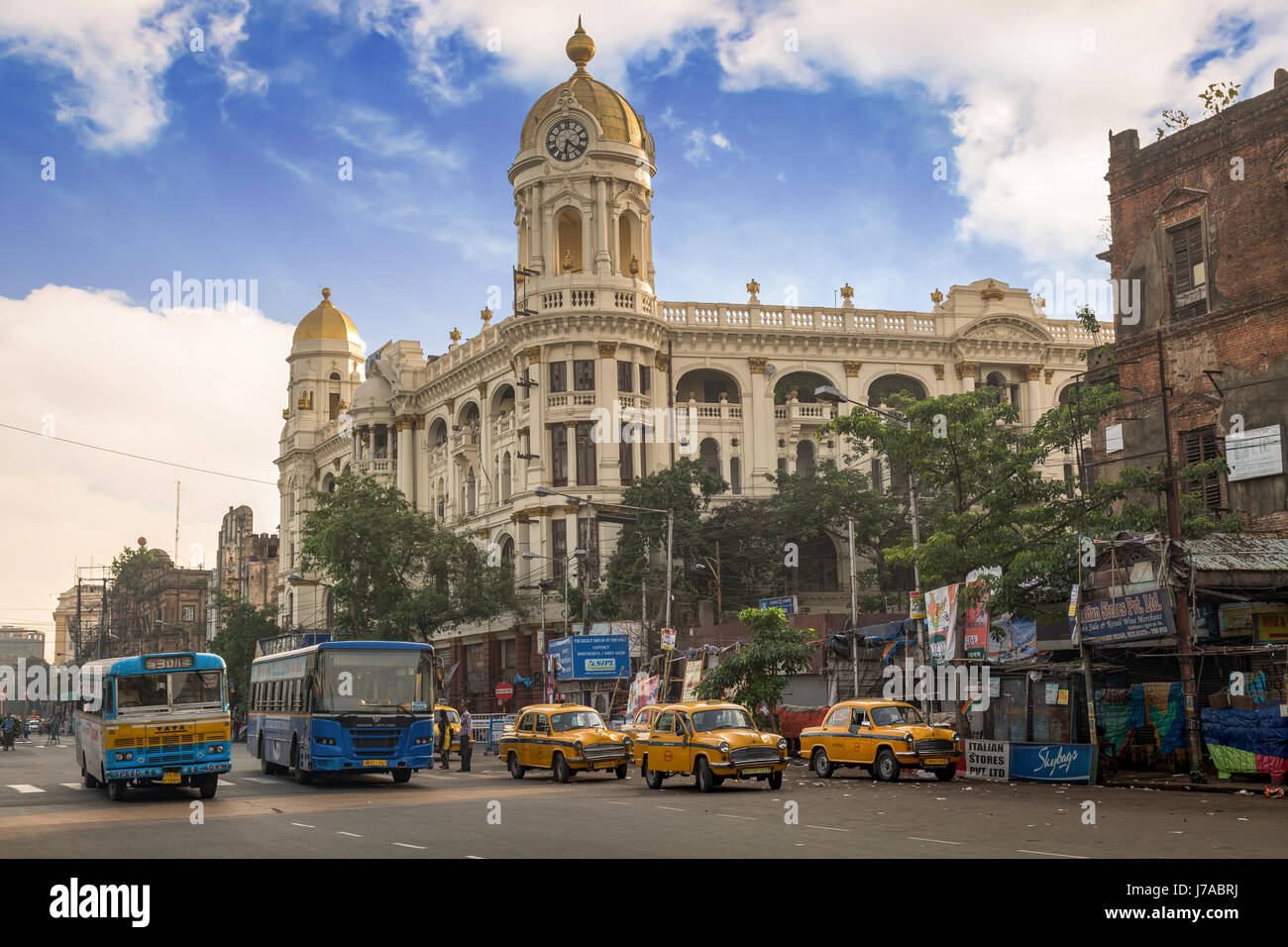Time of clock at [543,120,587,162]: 6:21
